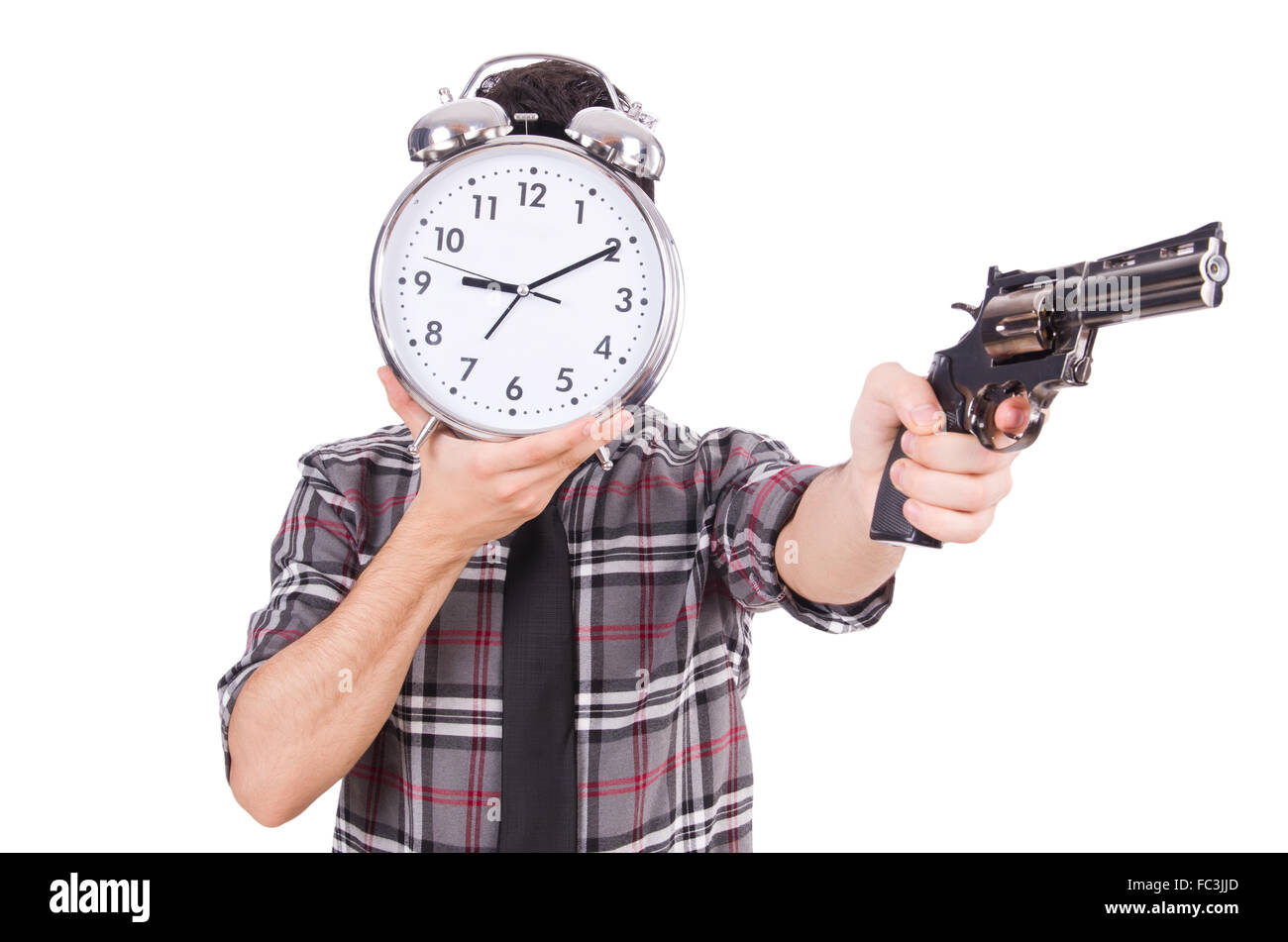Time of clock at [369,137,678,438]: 9:10
